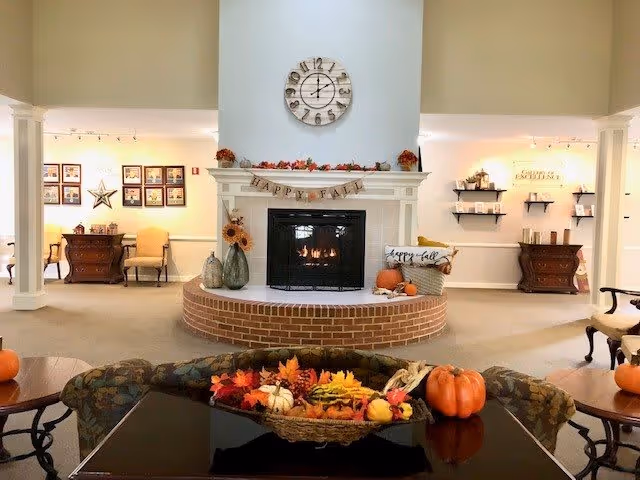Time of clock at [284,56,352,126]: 2:00
